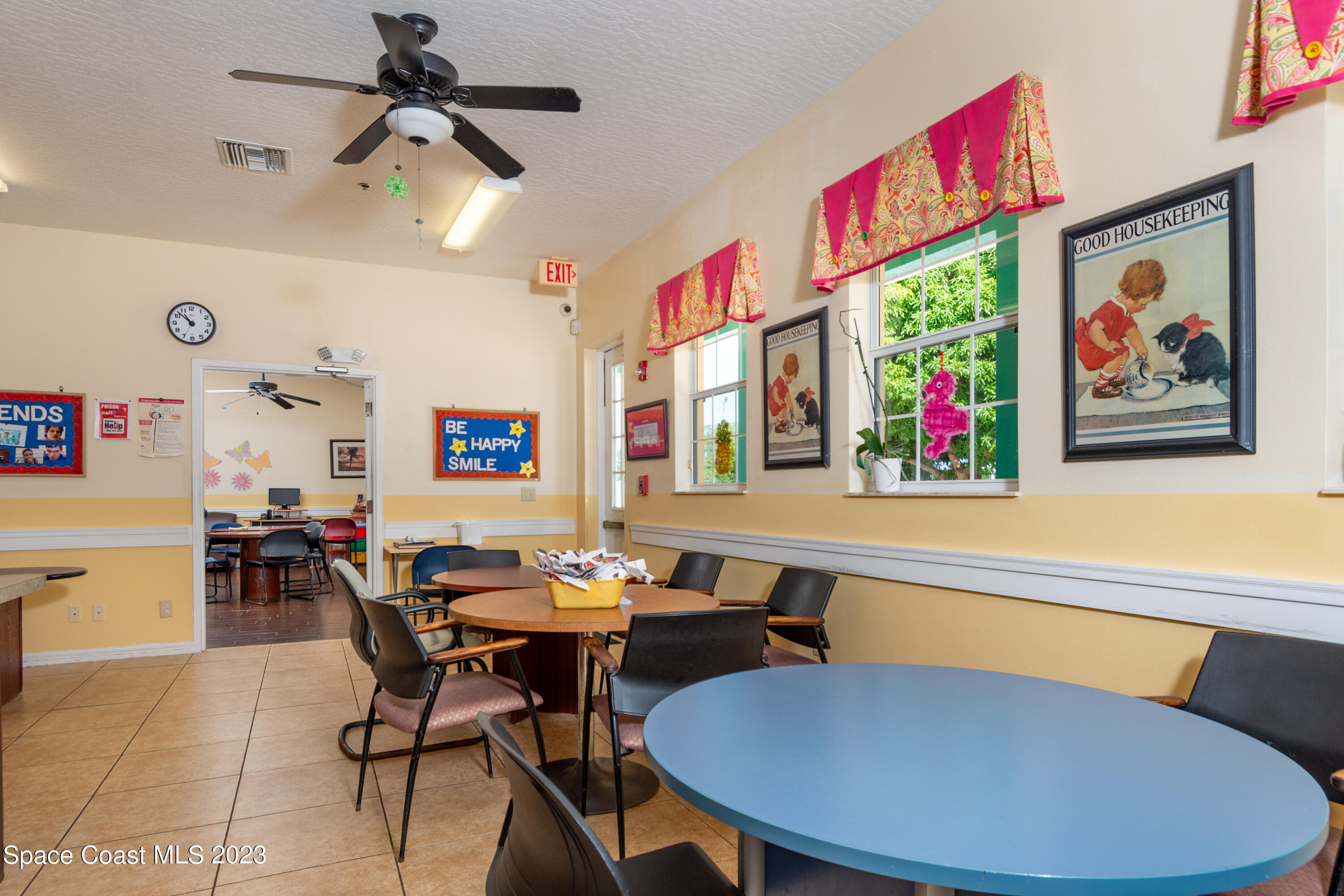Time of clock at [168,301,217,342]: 10:52
